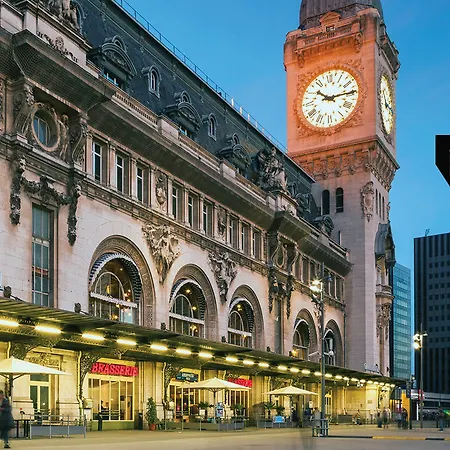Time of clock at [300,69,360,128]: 10:14
